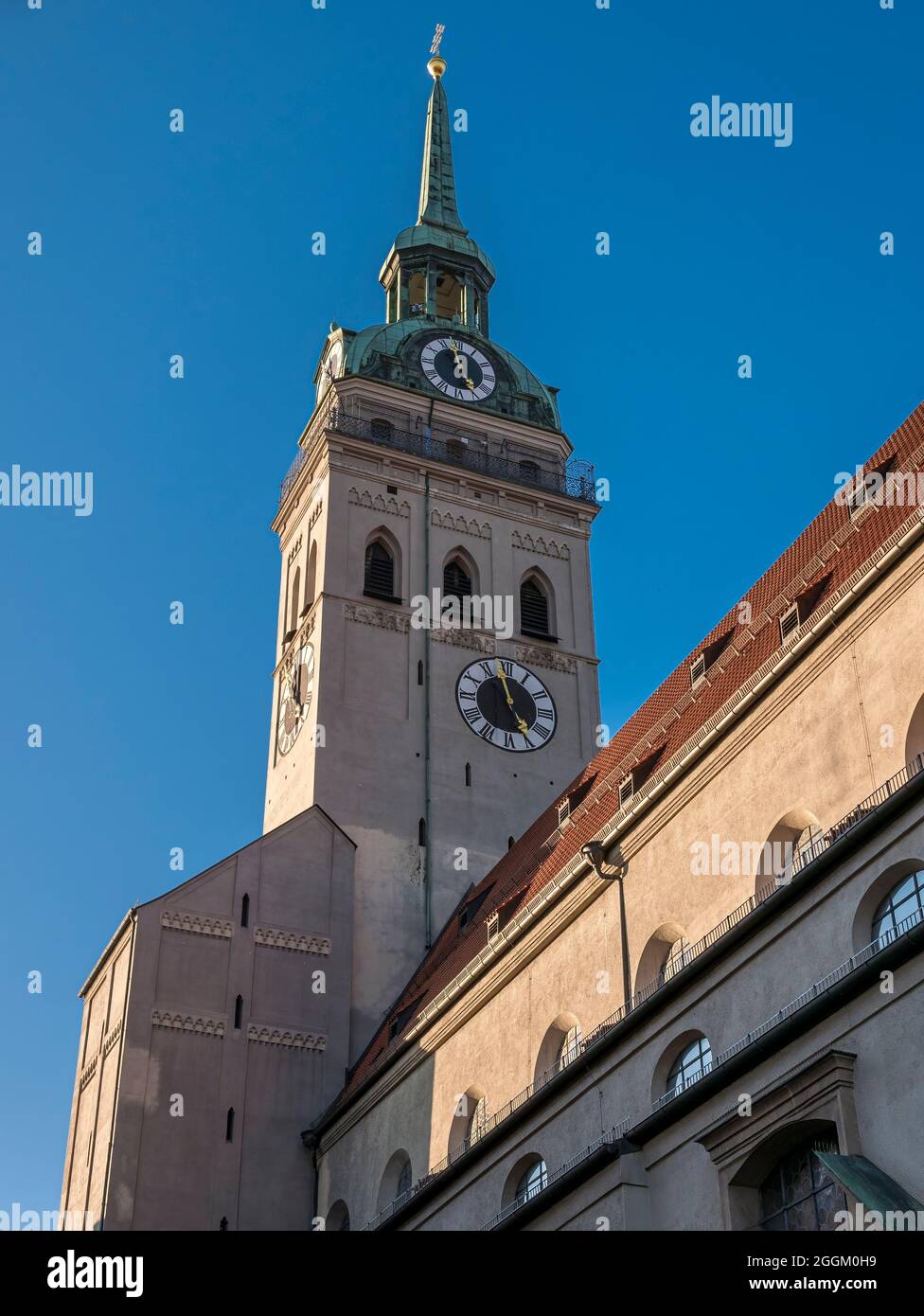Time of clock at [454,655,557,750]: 4:57
